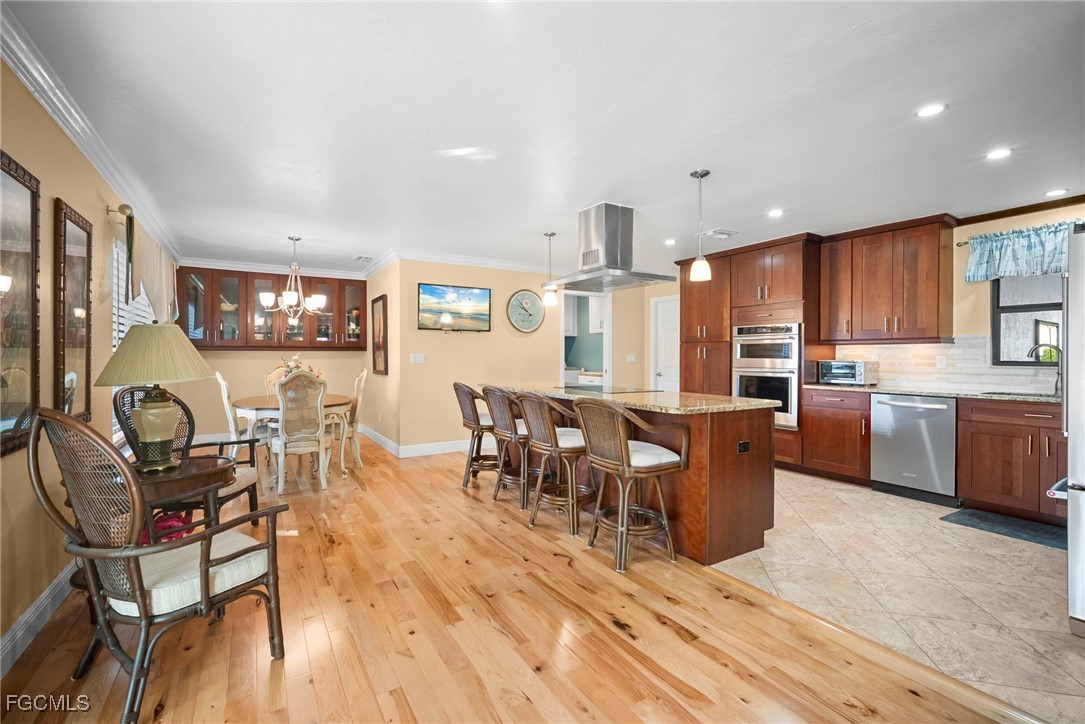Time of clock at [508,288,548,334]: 9:53
